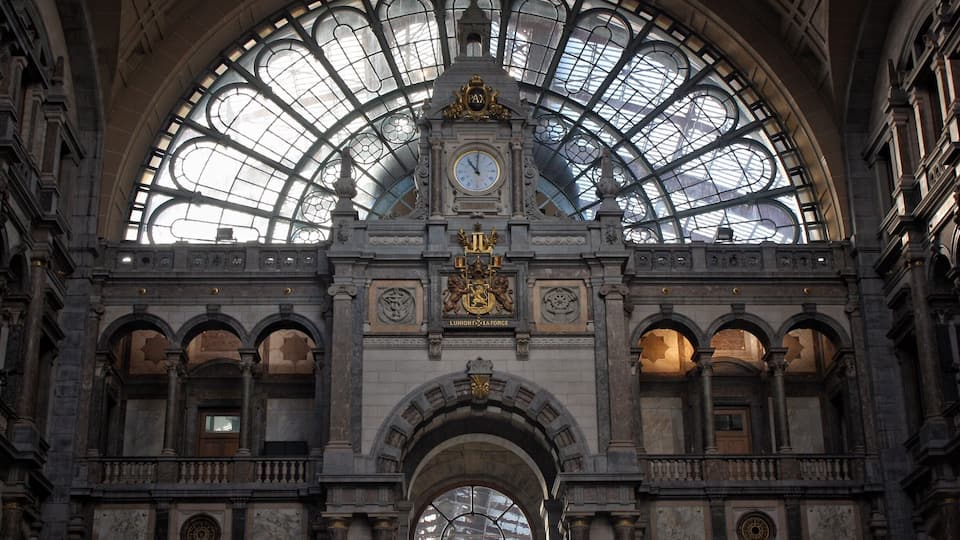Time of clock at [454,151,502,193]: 11:01
